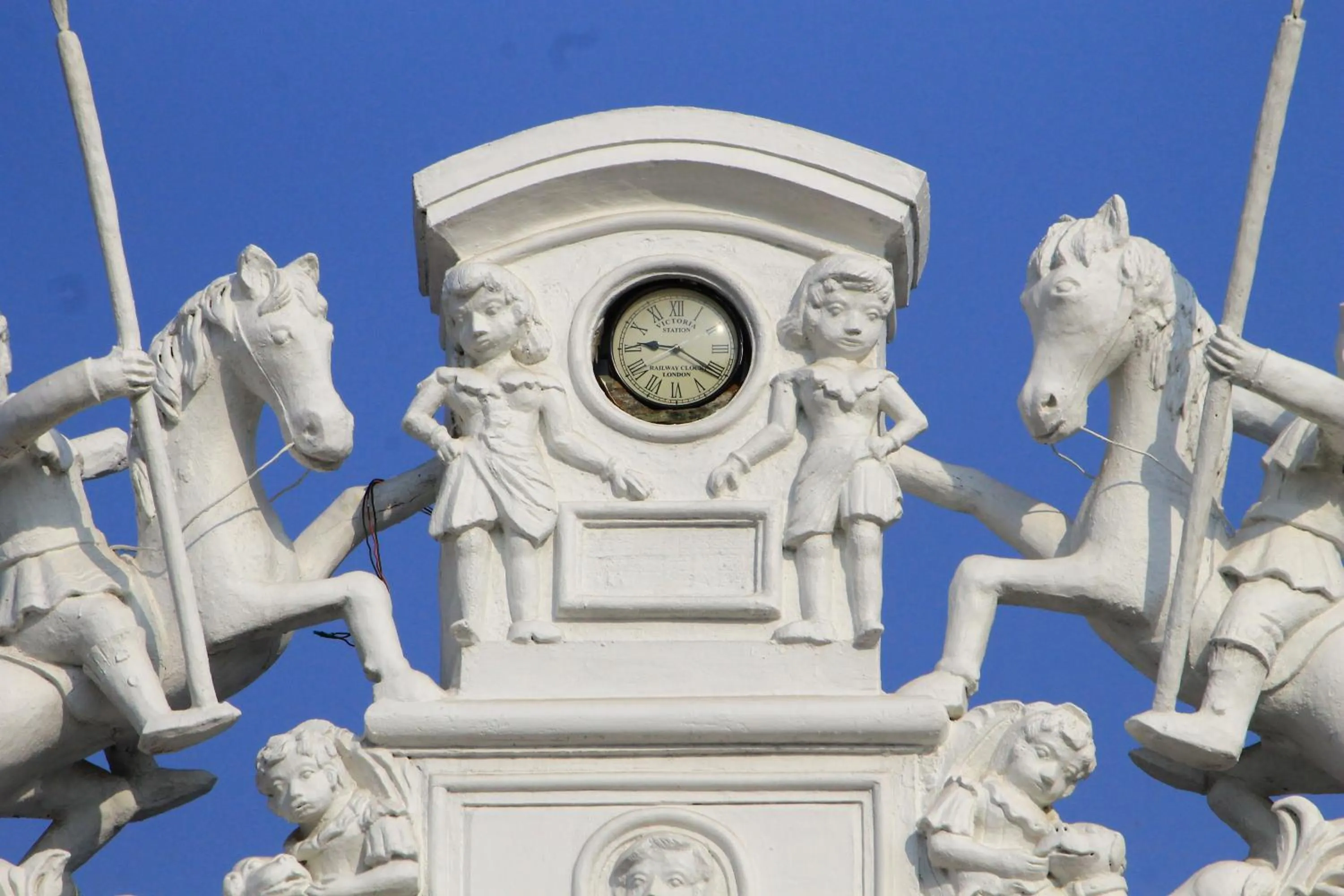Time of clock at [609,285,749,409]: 9:20
